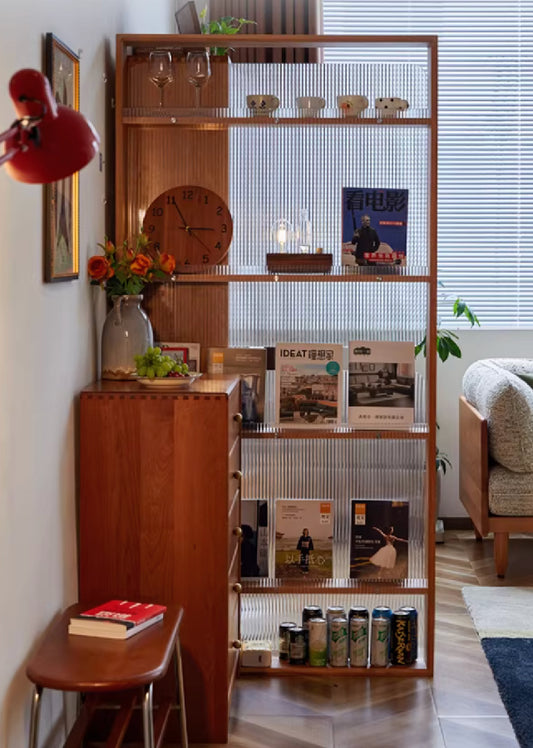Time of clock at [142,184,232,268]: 2:55
